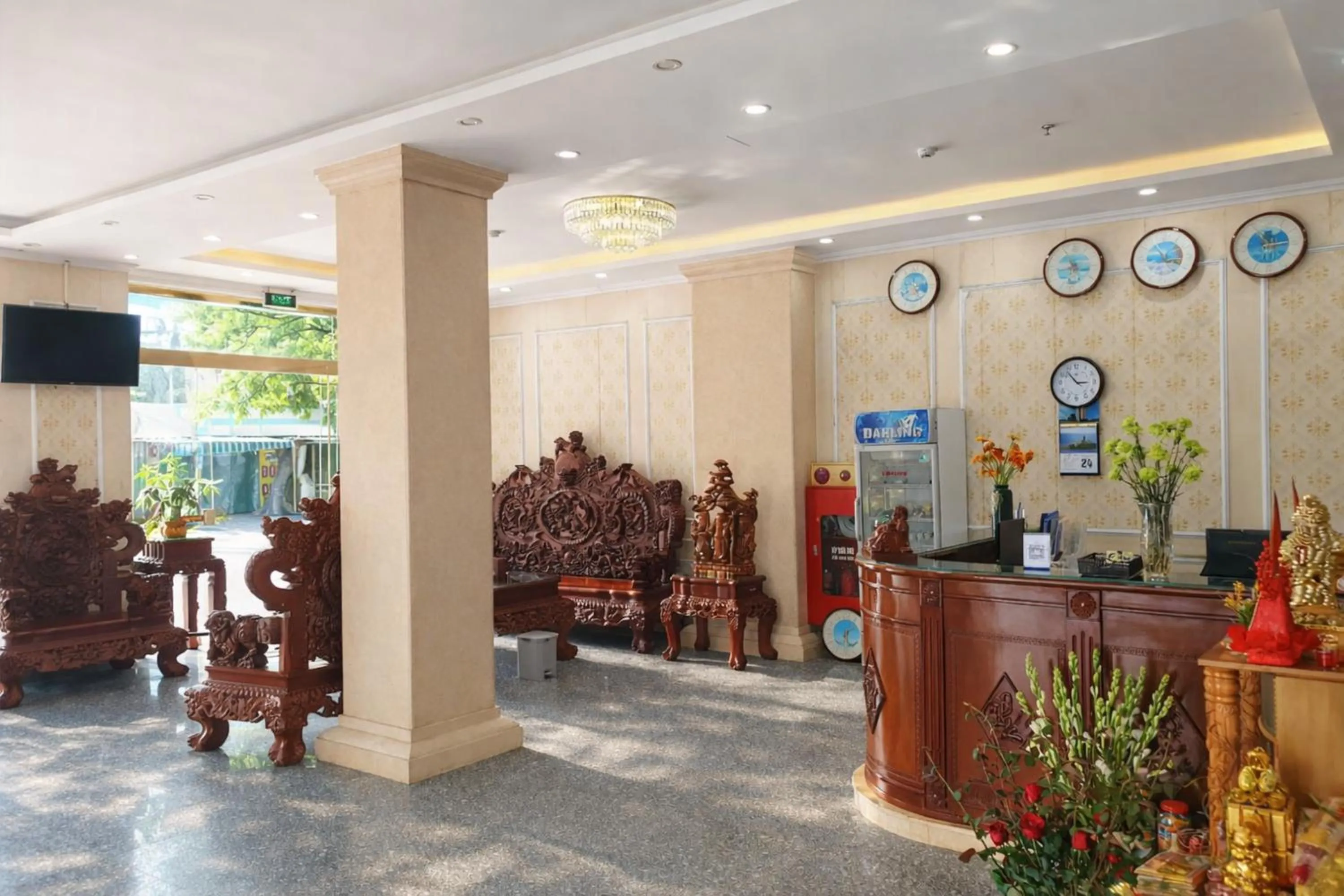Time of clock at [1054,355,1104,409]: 2:53
